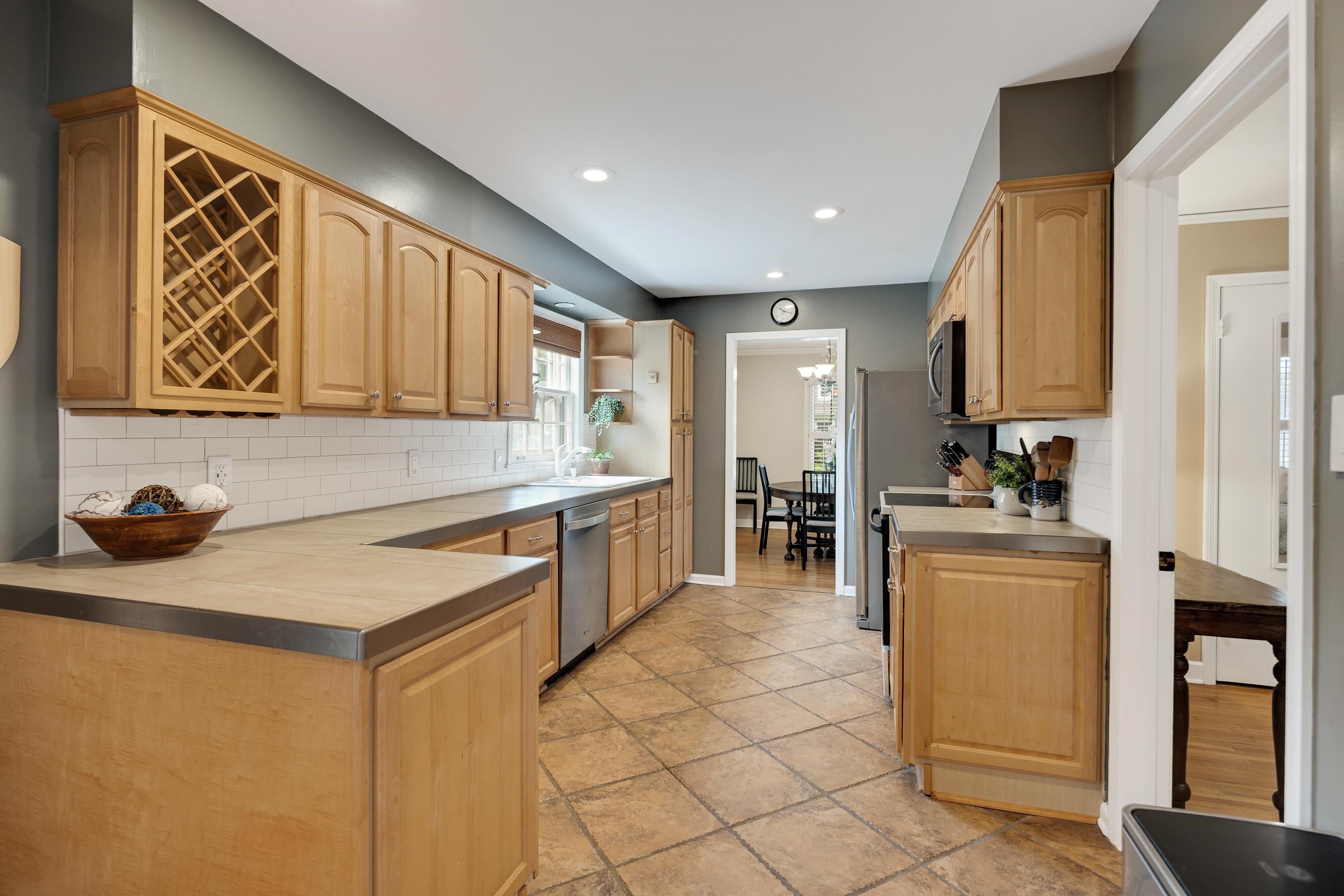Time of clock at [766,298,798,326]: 10:17
